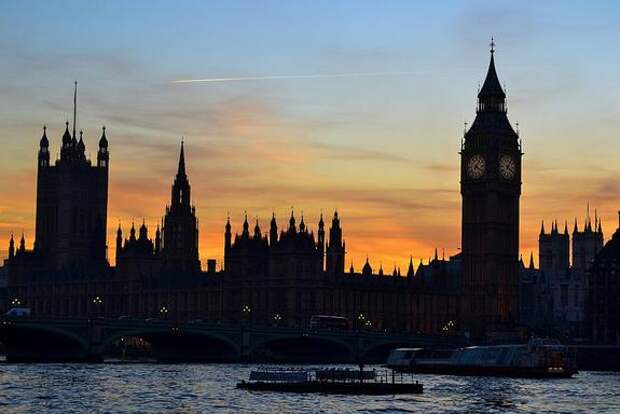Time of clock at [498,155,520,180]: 4:04
